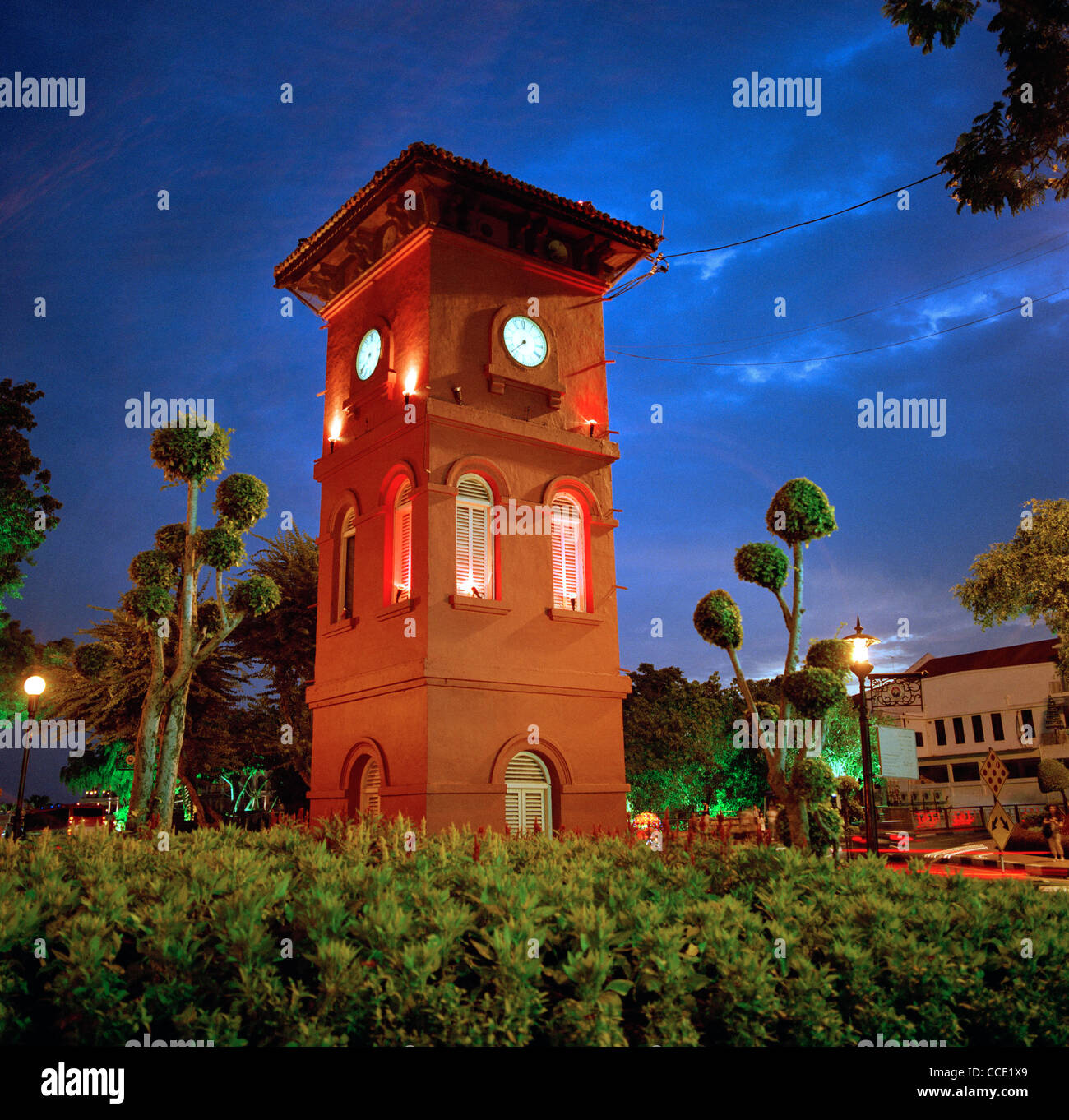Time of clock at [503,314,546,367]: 7:37
